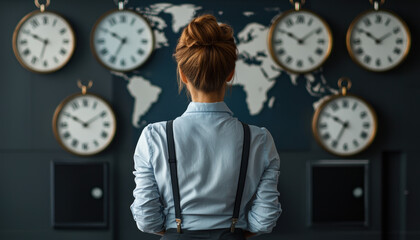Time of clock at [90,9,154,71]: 6:50
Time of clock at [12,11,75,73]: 9:49
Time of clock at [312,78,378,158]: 6:50
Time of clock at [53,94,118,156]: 10:09
